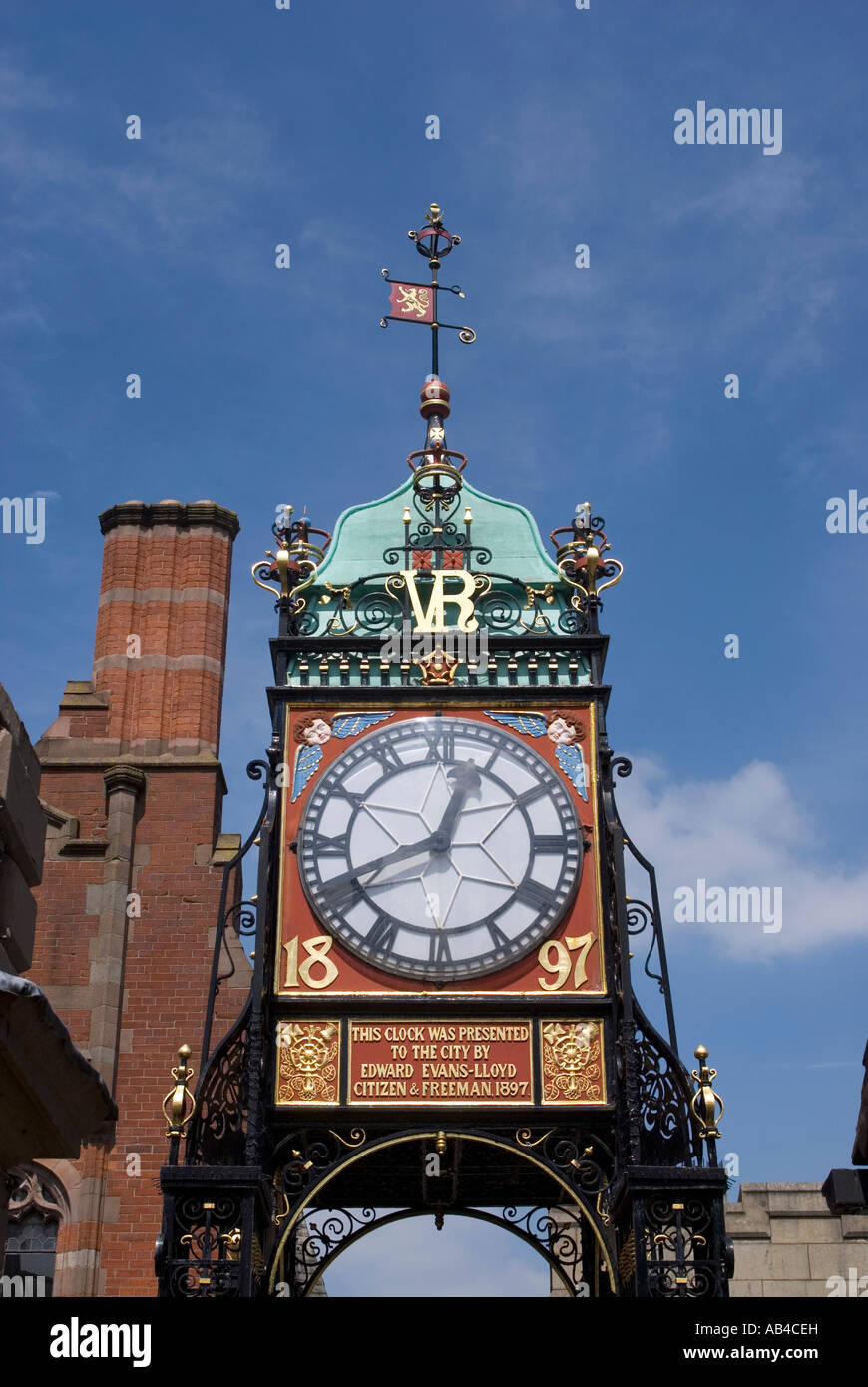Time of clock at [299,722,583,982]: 12:41
